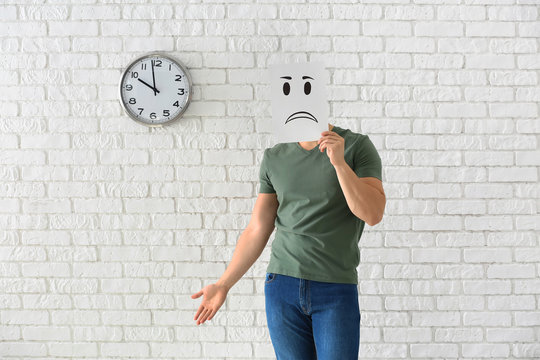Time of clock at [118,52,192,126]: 9:58
